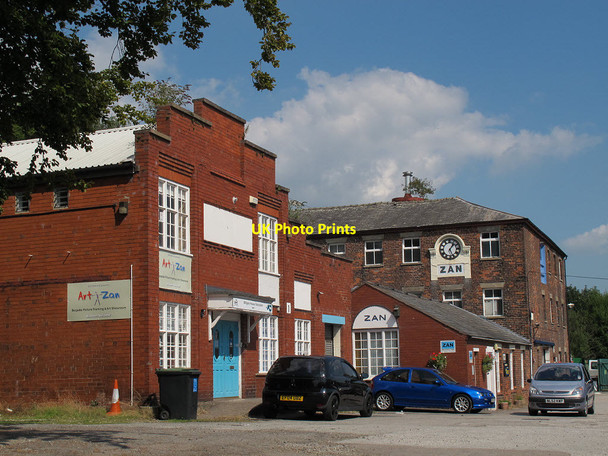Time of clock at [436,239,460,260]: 5:06
